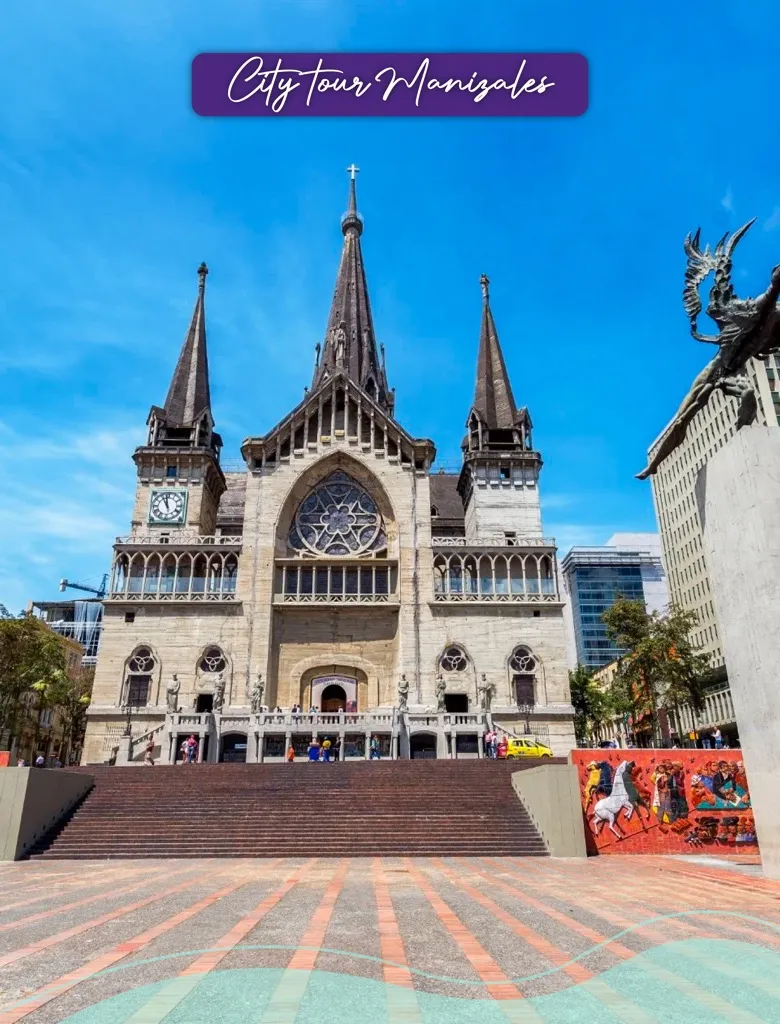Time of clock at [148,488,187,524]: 10:58
